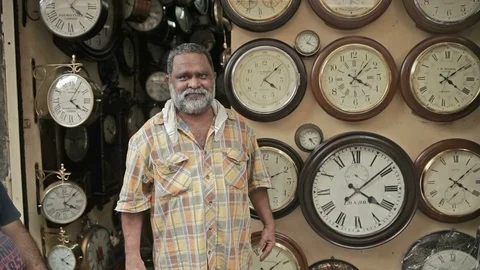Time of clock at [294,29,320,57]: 4:04
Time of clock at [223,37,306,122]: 4:07
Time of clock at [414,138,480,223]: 4:07
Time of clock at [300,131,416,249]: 4:08
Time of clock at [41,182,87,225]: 4:07
